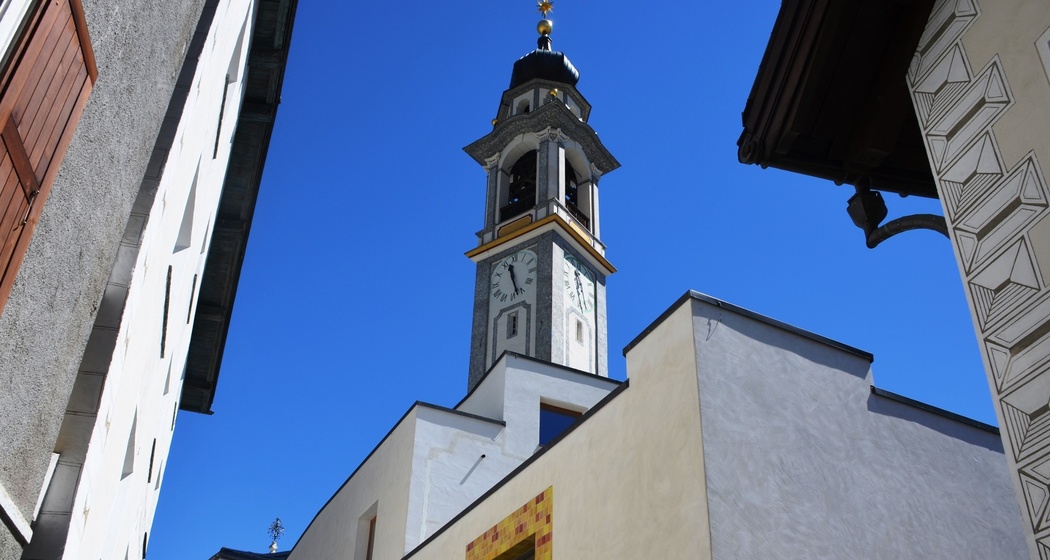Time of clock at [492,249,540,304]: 11:27
